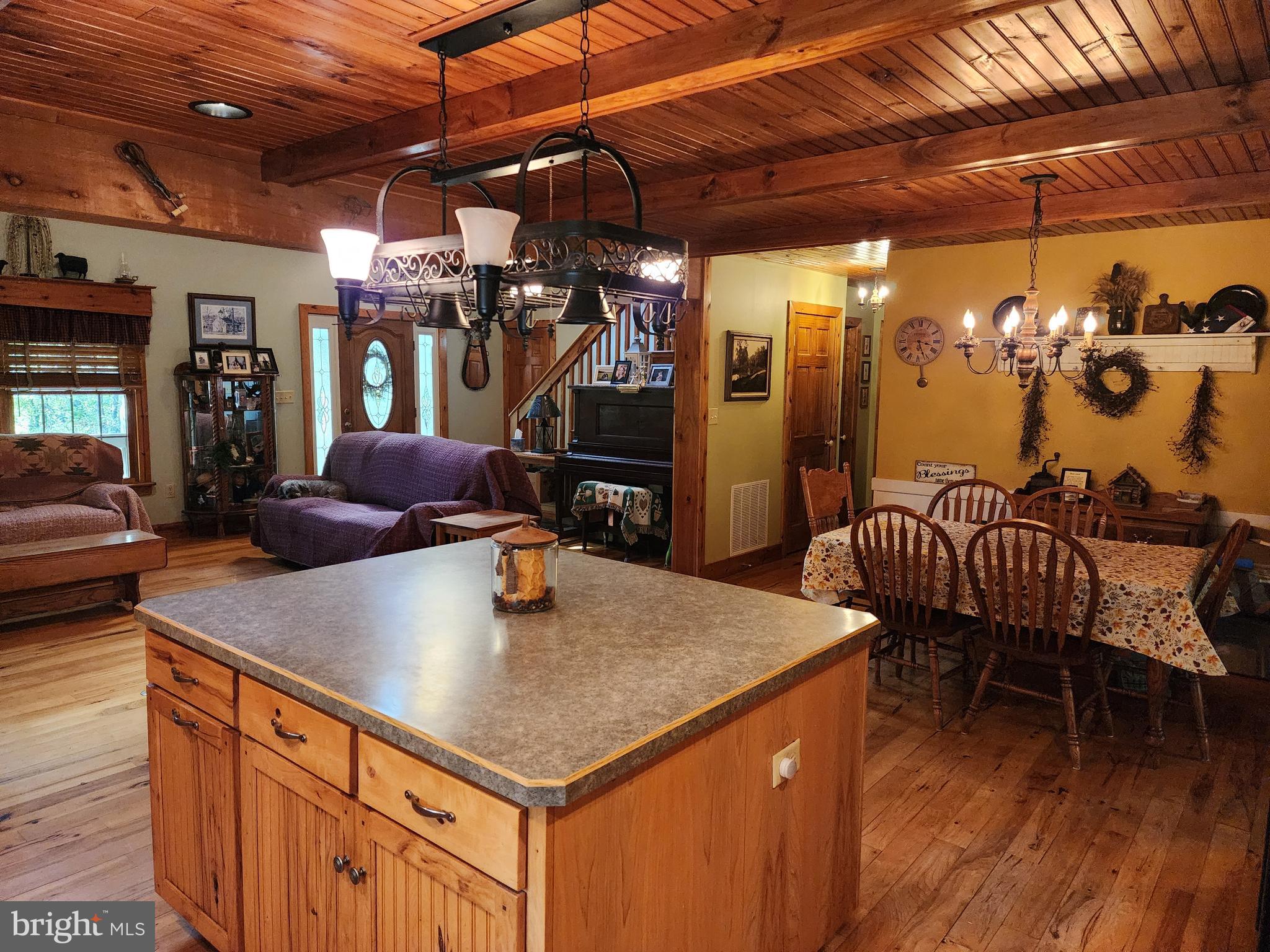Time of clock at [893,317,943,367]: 5:17
